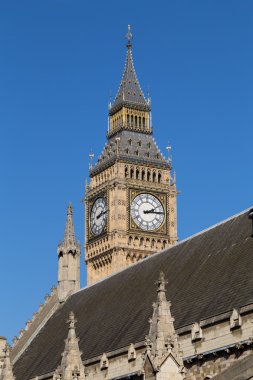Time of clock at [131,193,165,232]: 2:14
